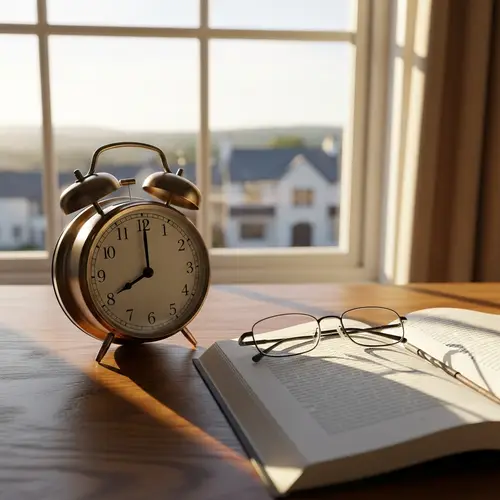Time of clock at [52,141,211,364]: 8:00
